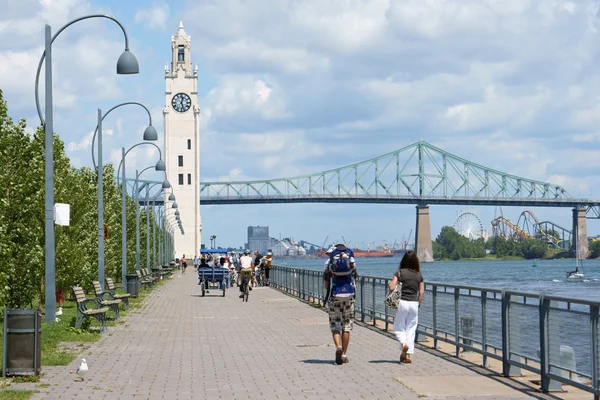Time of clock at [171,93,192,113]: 12:26
